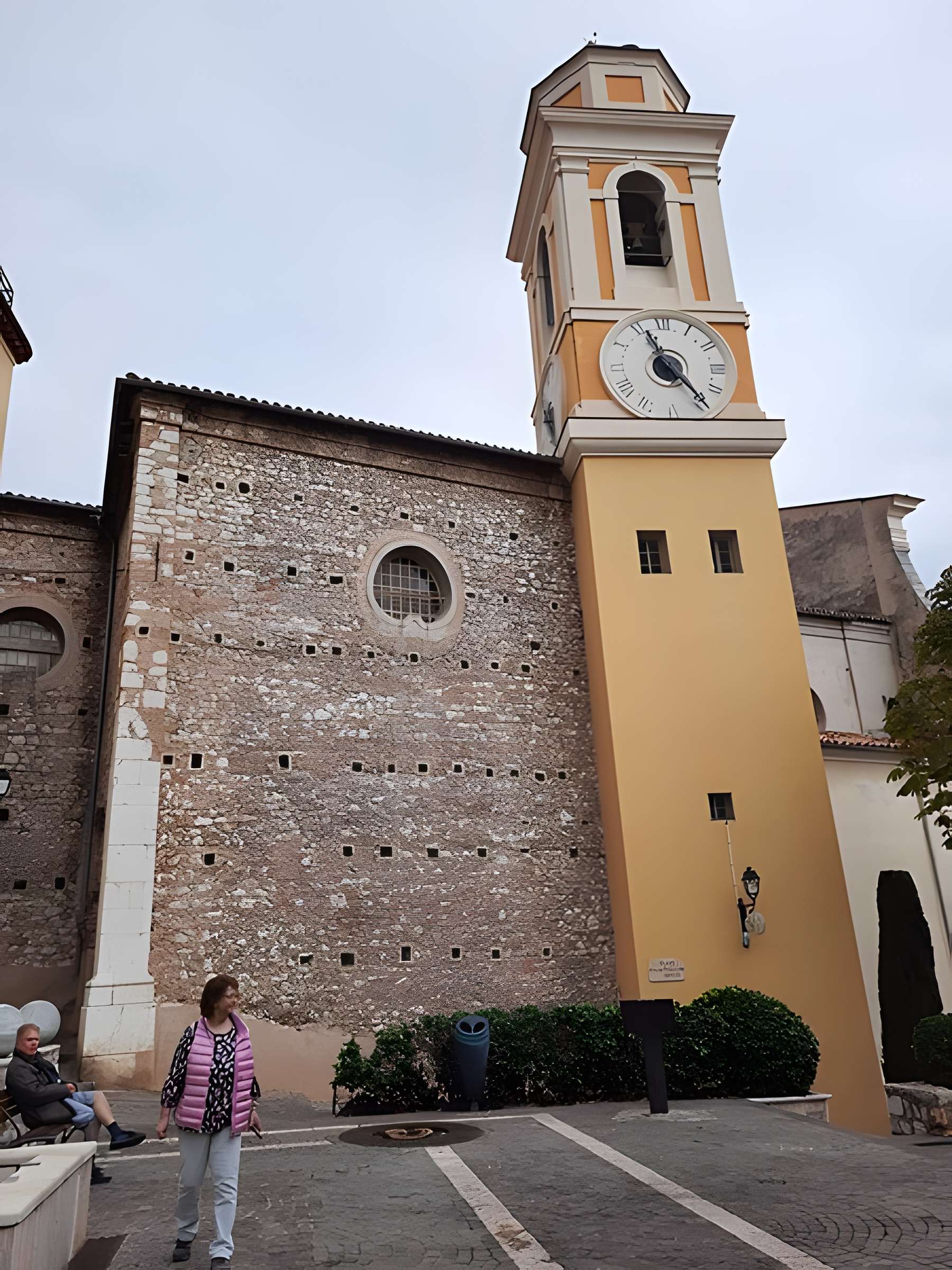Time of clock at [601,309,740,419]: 11:23
